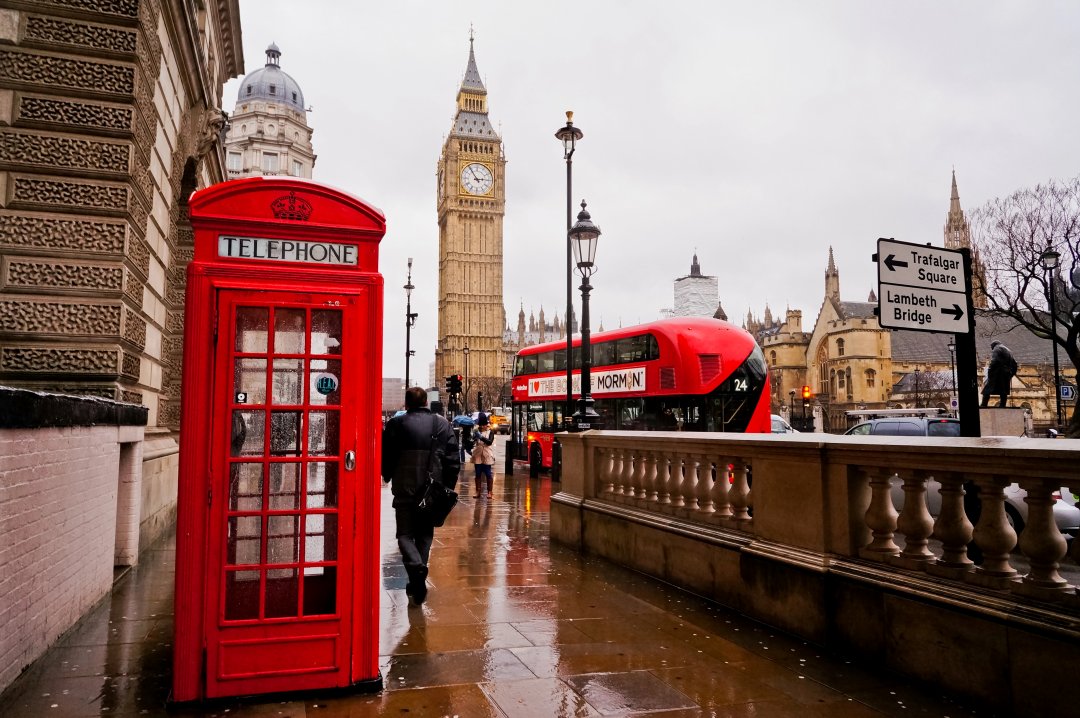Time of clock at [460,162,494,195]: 2:54
